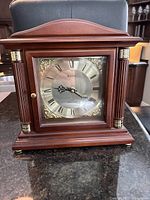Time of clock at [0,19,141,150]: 9:20
